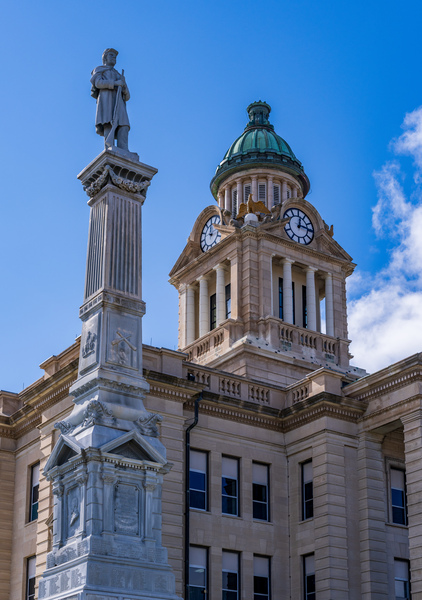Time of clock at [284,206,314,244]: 12:14
